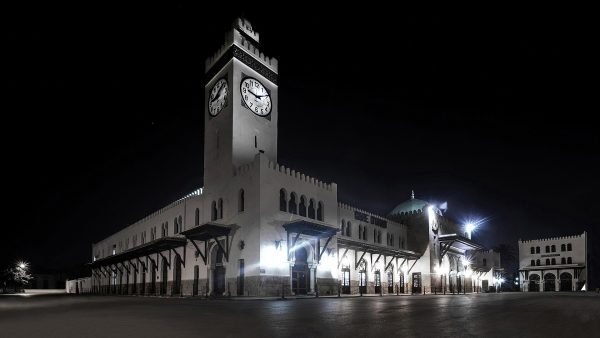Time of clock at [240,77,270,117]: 9:10
